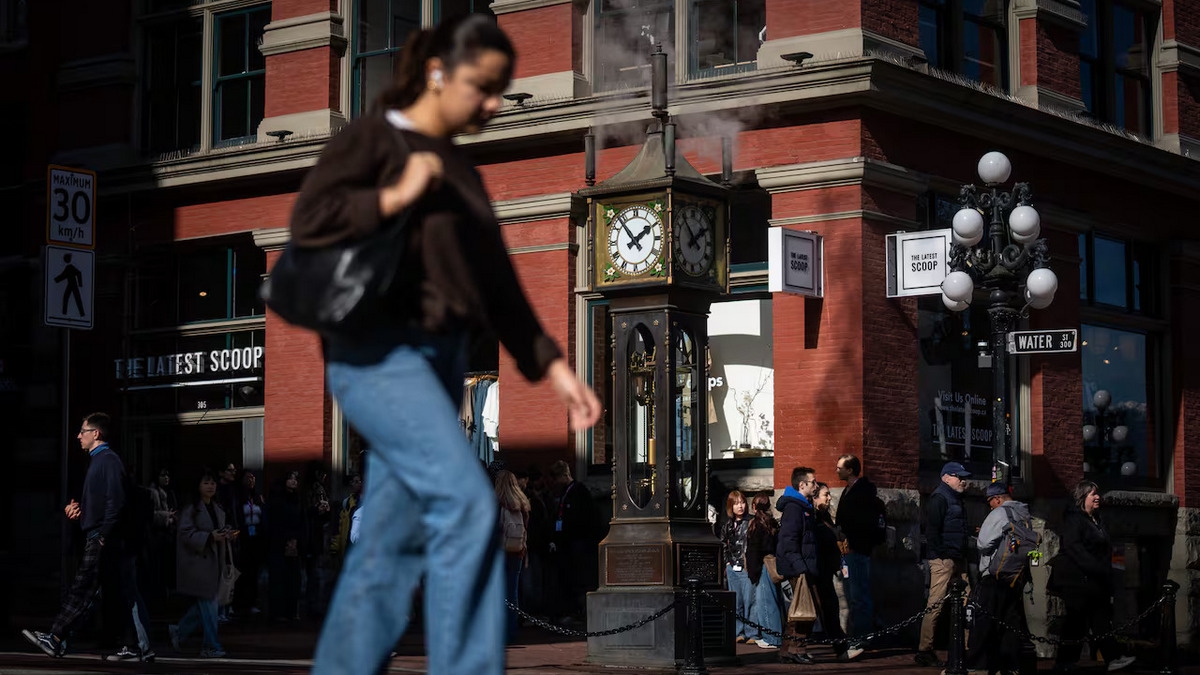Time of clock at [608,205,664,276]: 1:53
